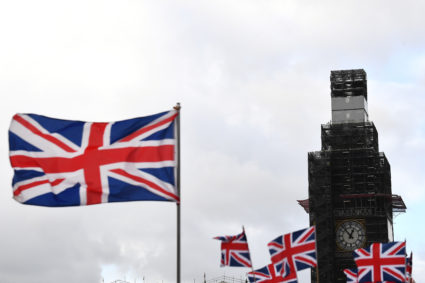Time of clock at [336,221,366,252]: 12:53
